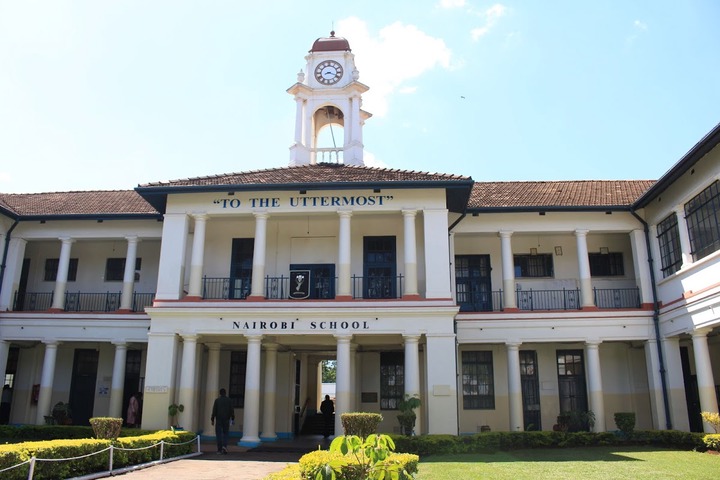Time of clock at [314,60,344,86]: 8:18
